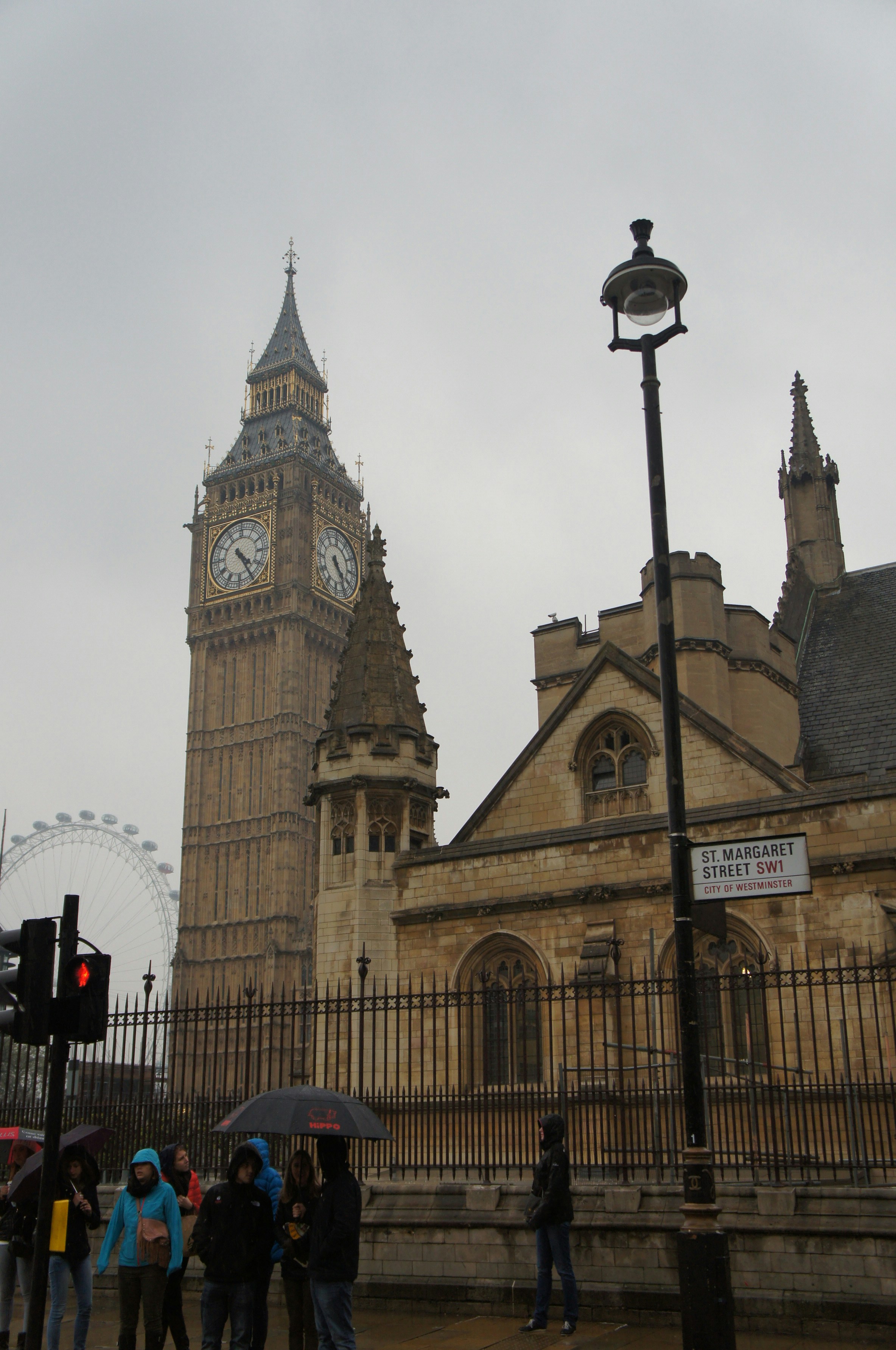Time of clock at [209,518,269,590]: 4:24
